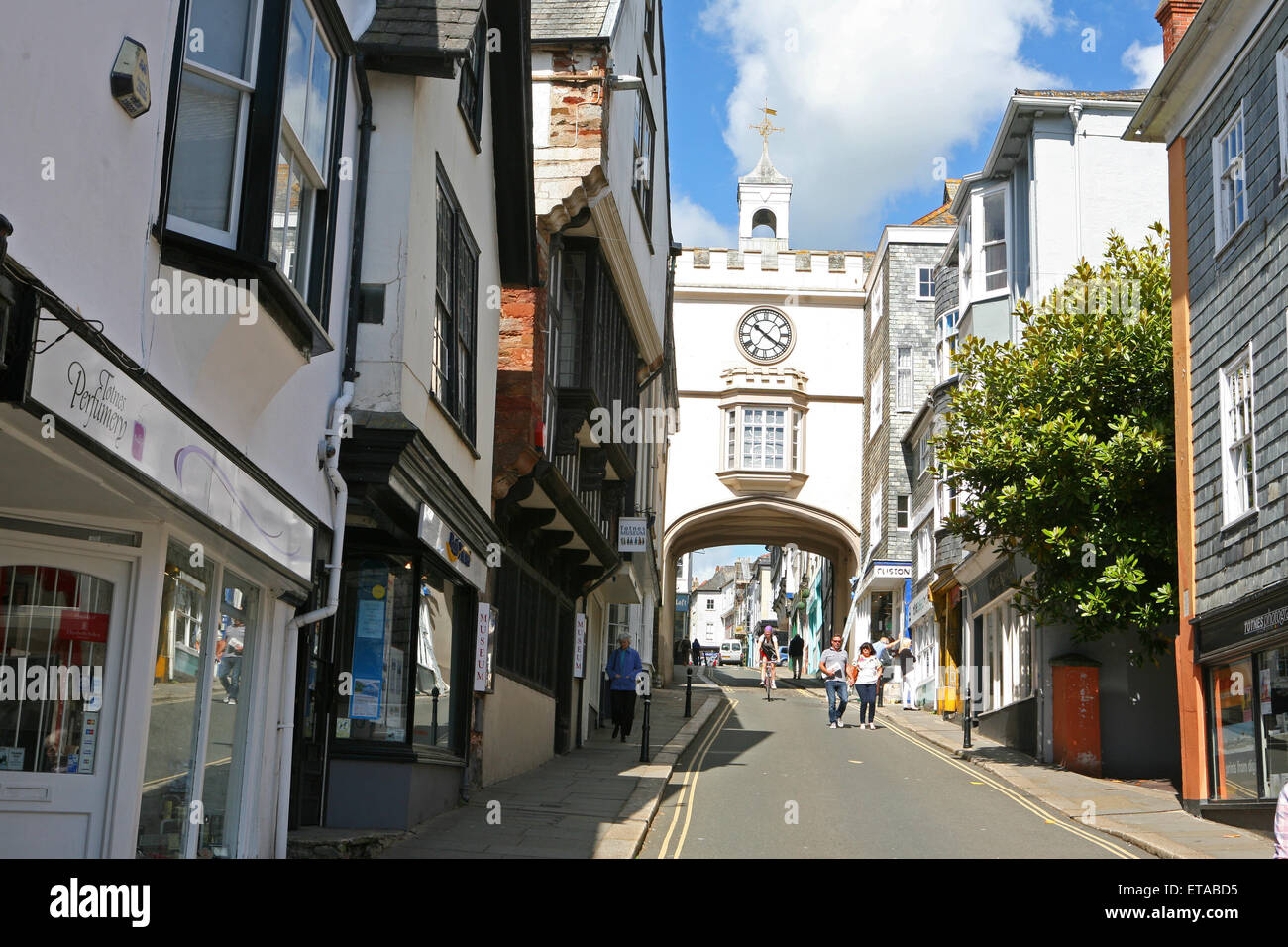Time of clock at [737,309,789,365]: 10:20
